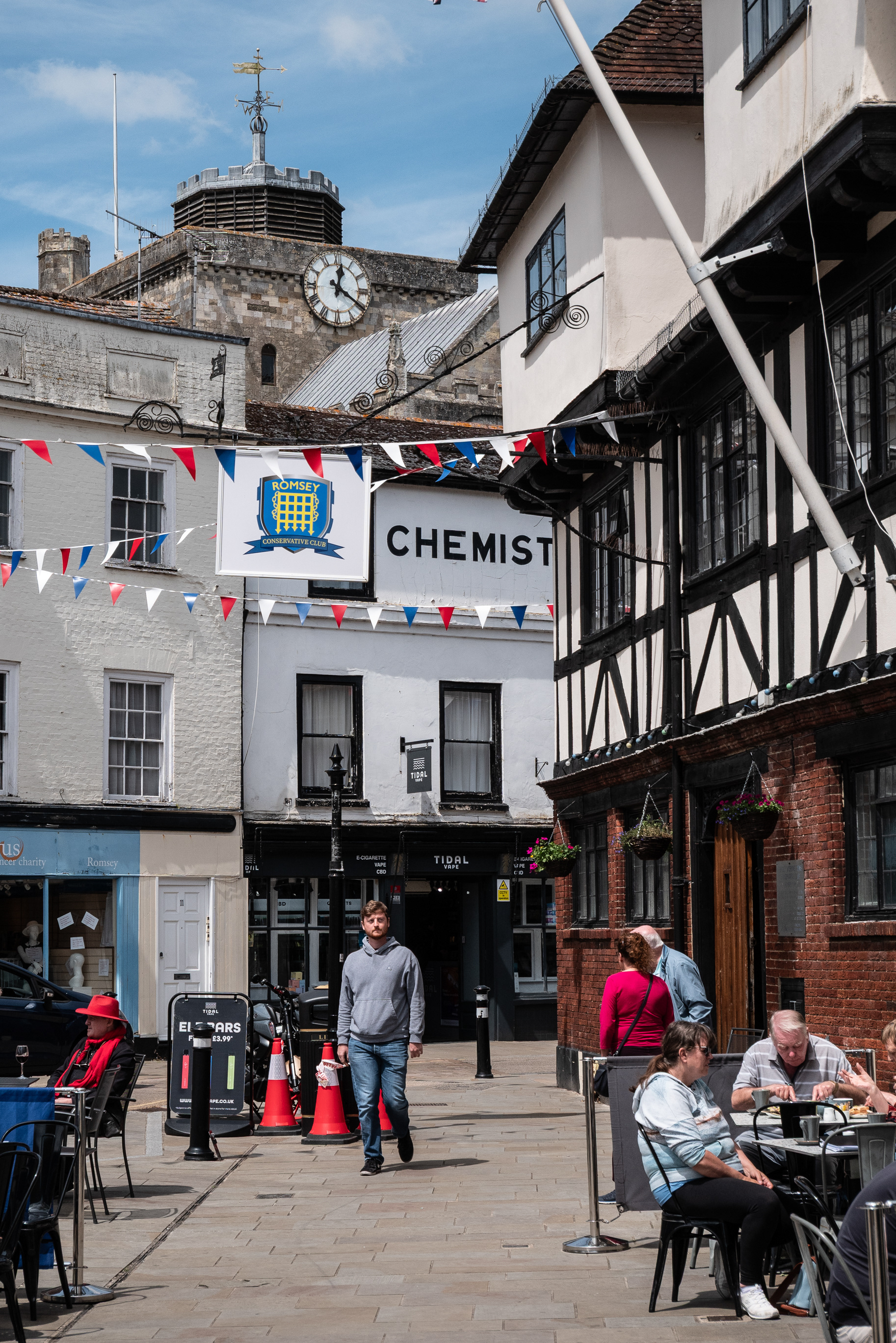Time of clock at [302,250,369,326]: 12:20
